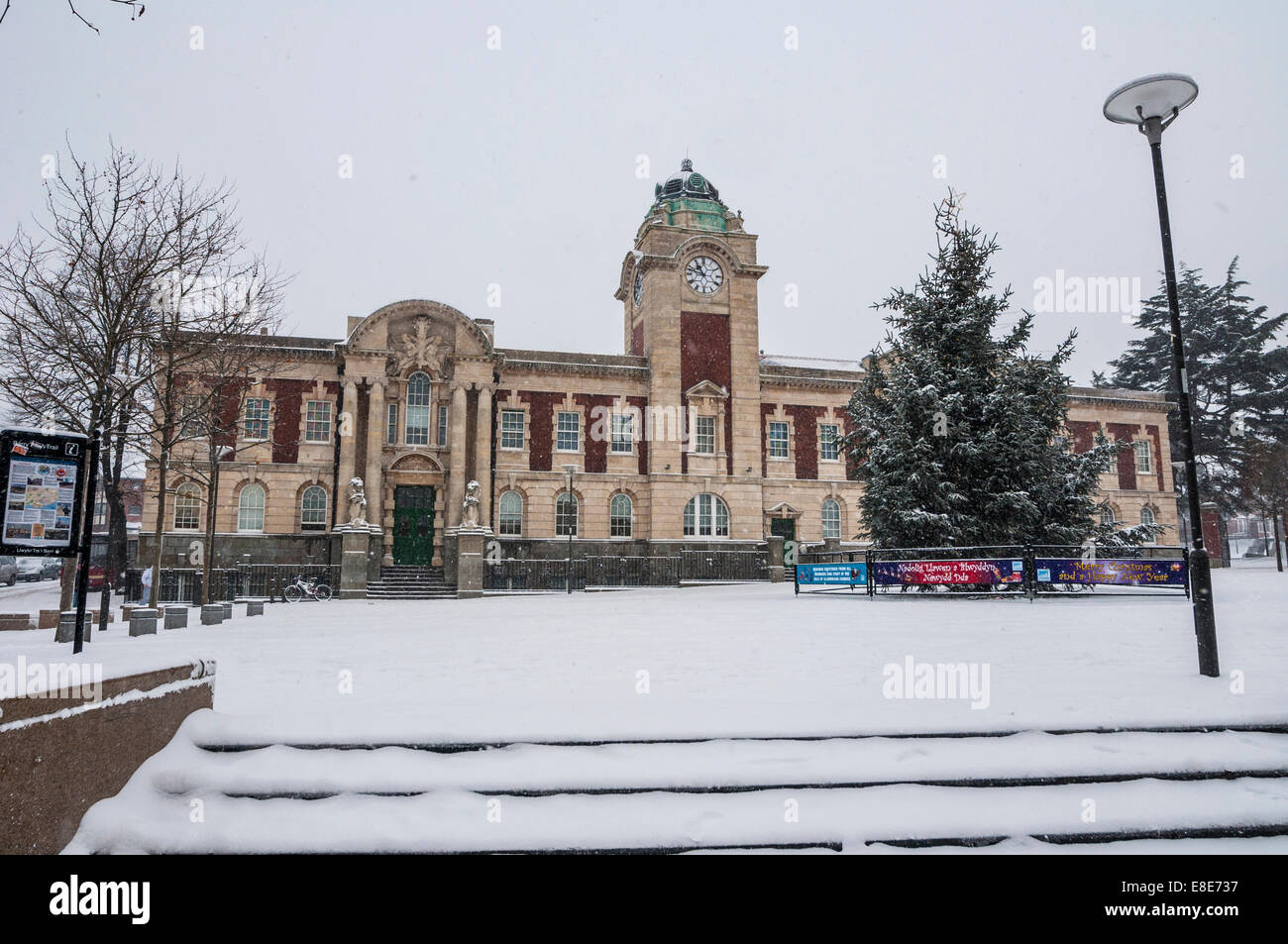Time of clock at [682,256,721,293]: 10:47
